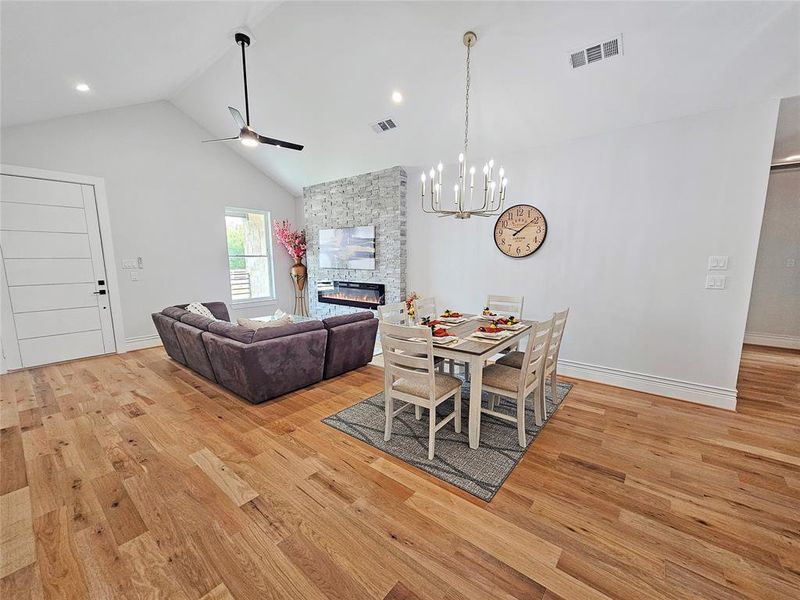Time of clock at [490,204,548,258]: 1:47
